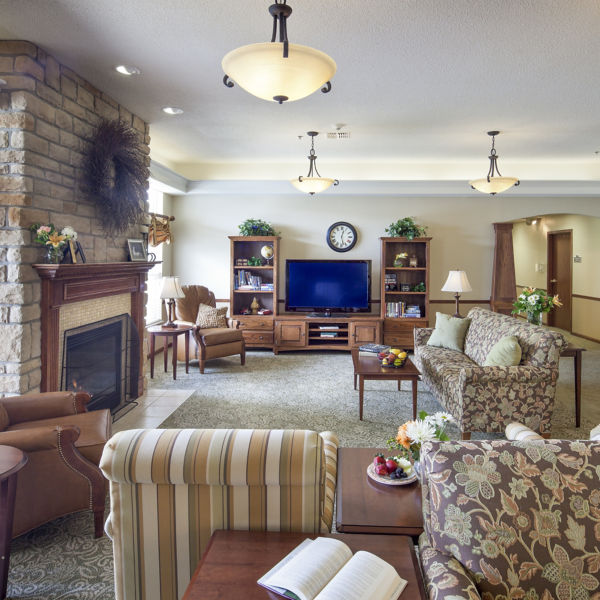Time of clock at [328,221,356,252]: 12:27
